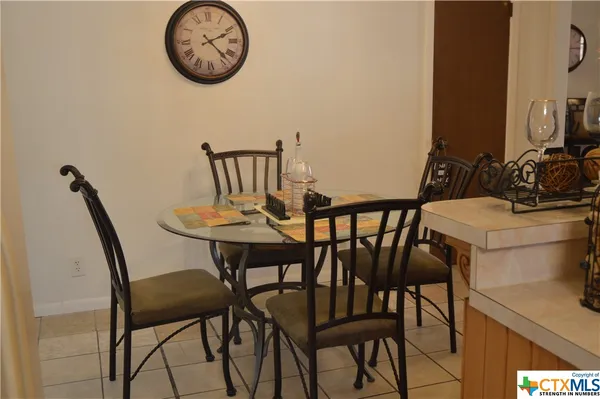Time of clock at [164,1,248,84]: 2:22
